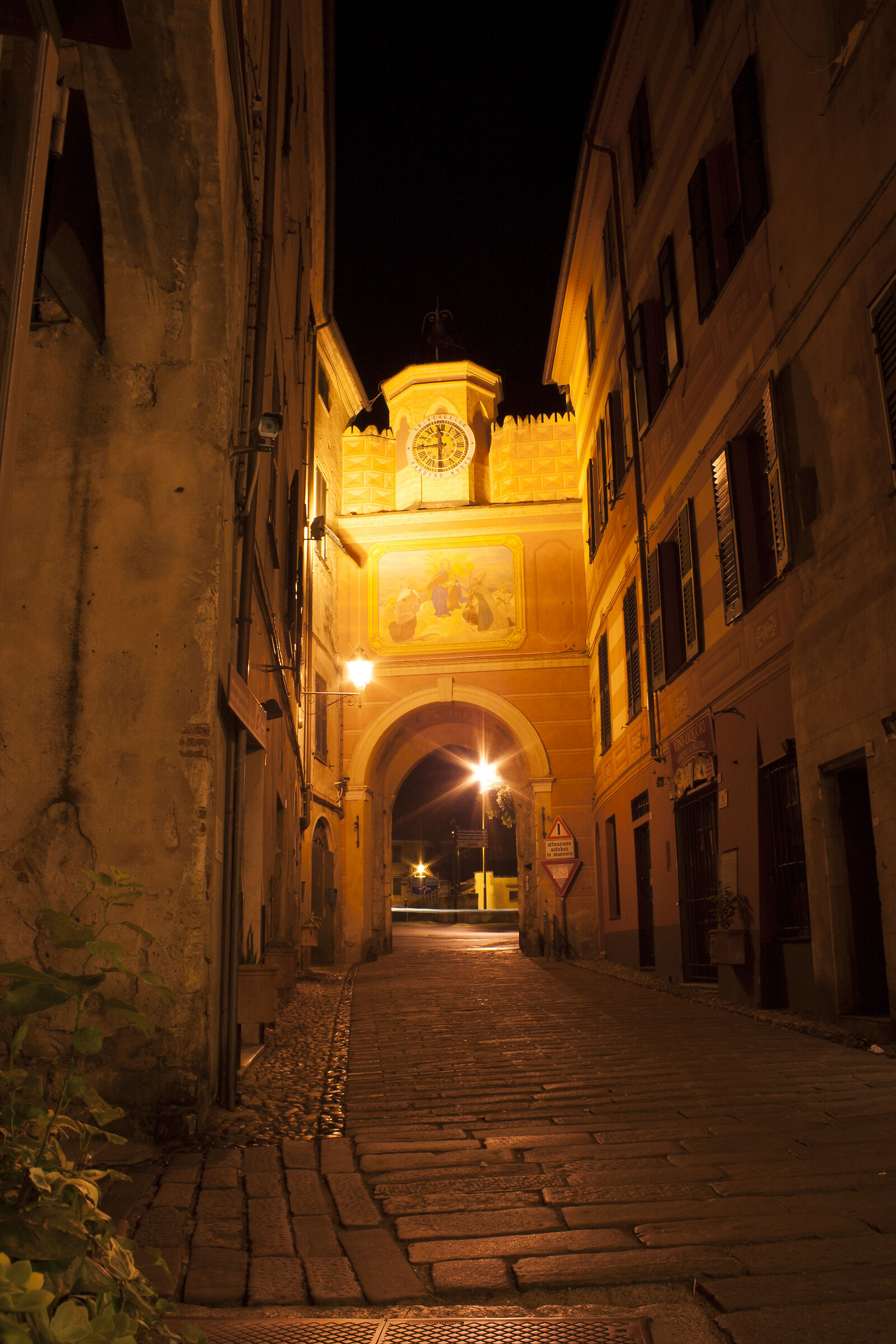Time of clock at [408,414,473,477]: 11:44
